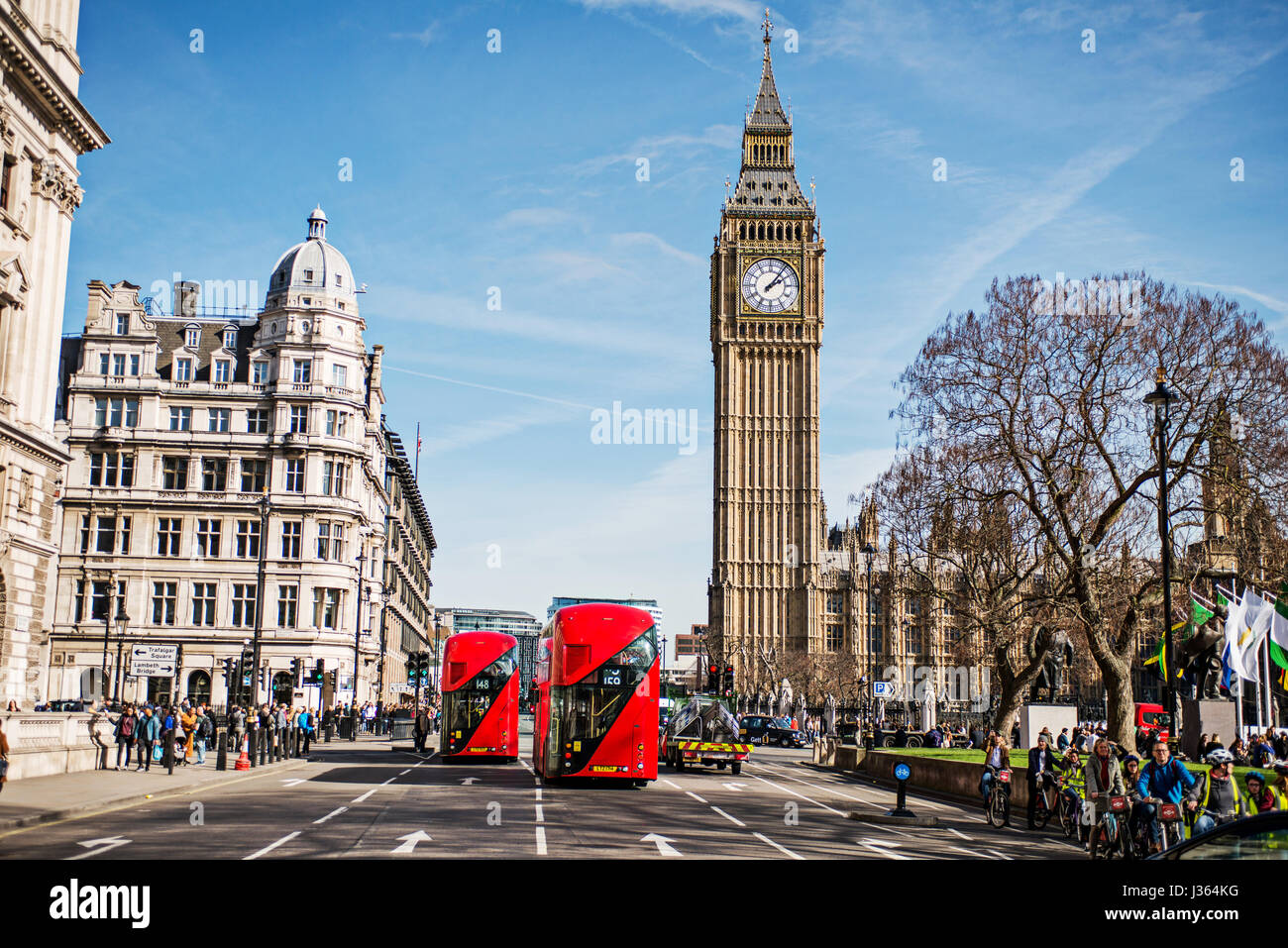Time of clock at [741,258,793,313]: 2:06
